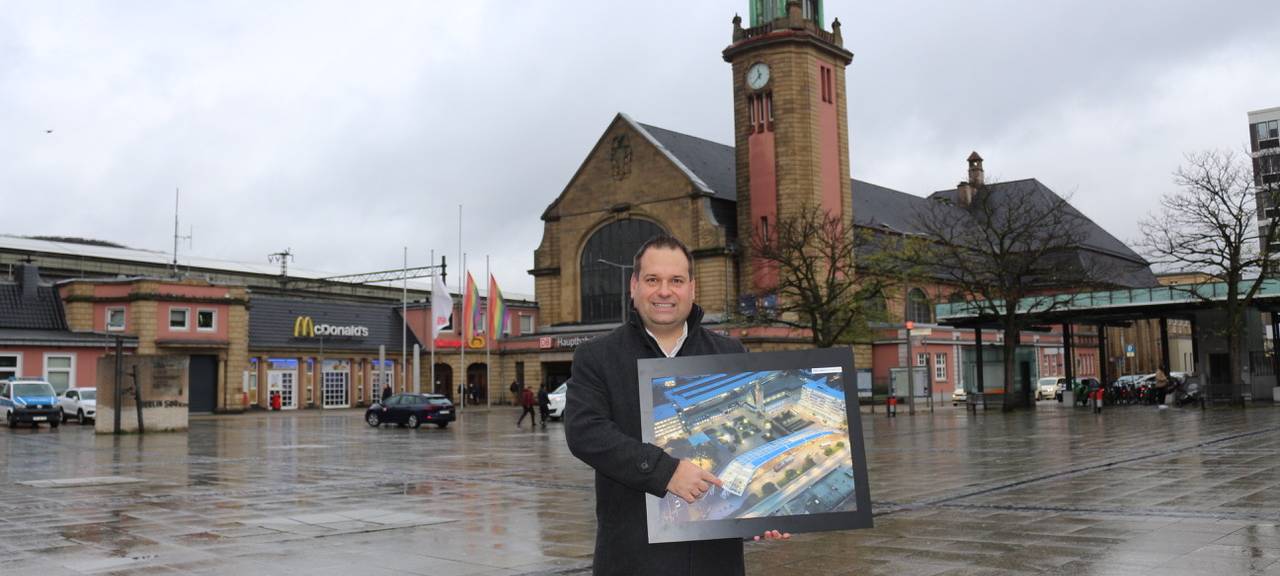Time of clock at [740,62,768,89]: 11:37
